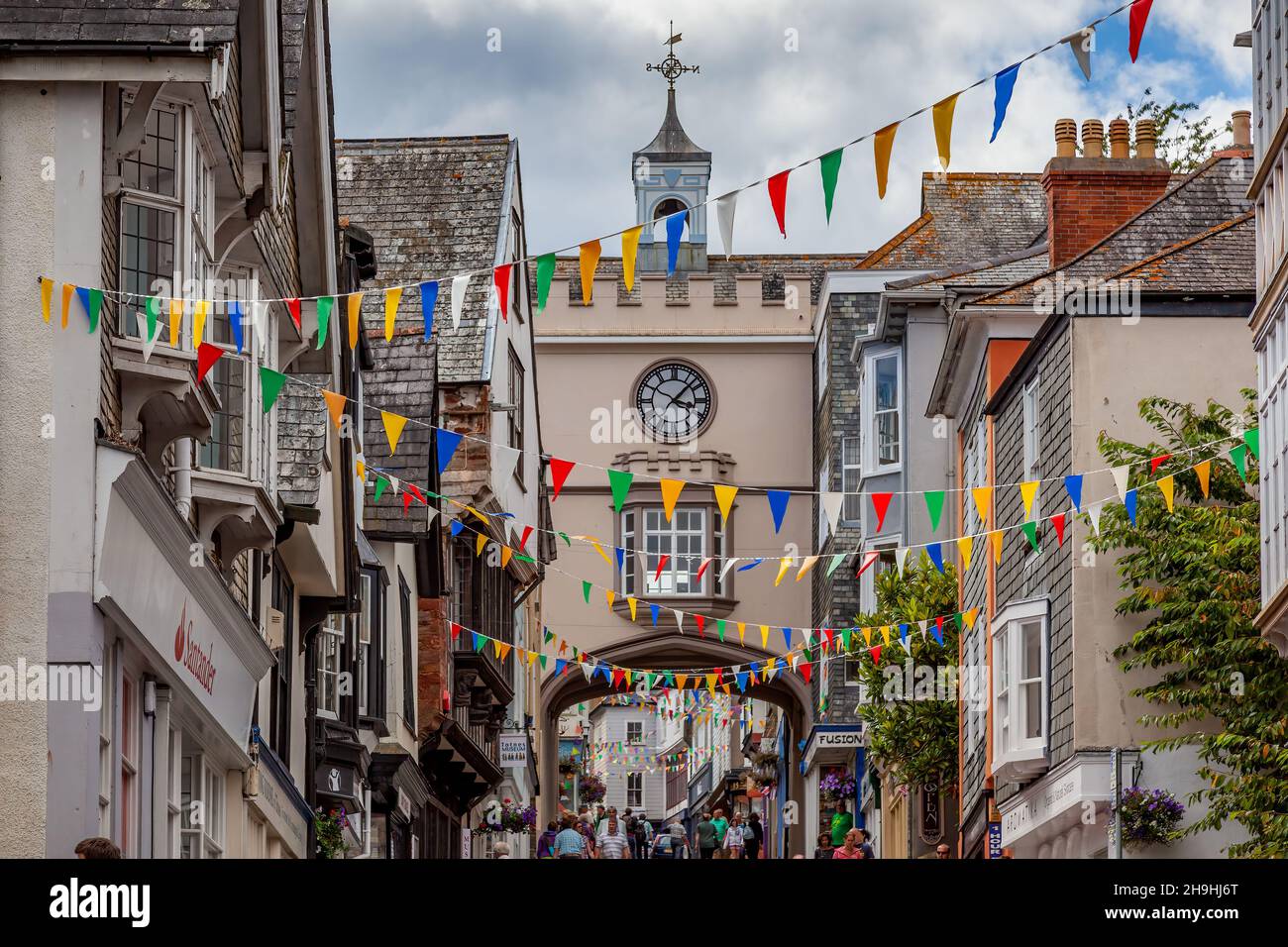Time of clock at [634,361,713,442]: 3:07
